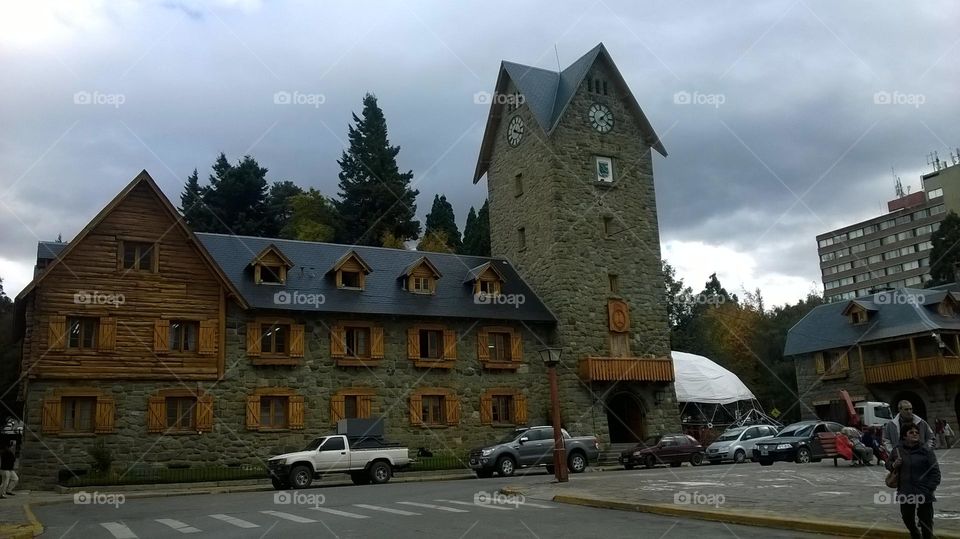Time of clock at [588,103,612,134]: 4:07
